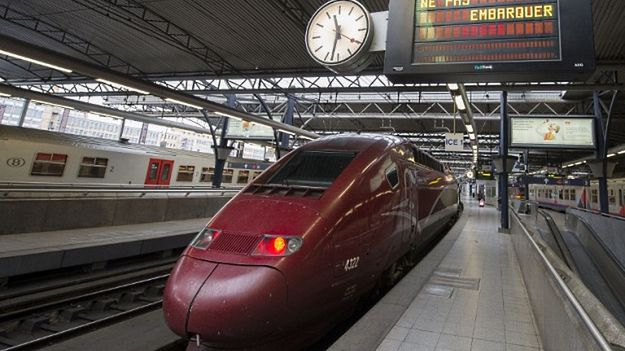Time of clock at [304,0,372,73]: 11:32
